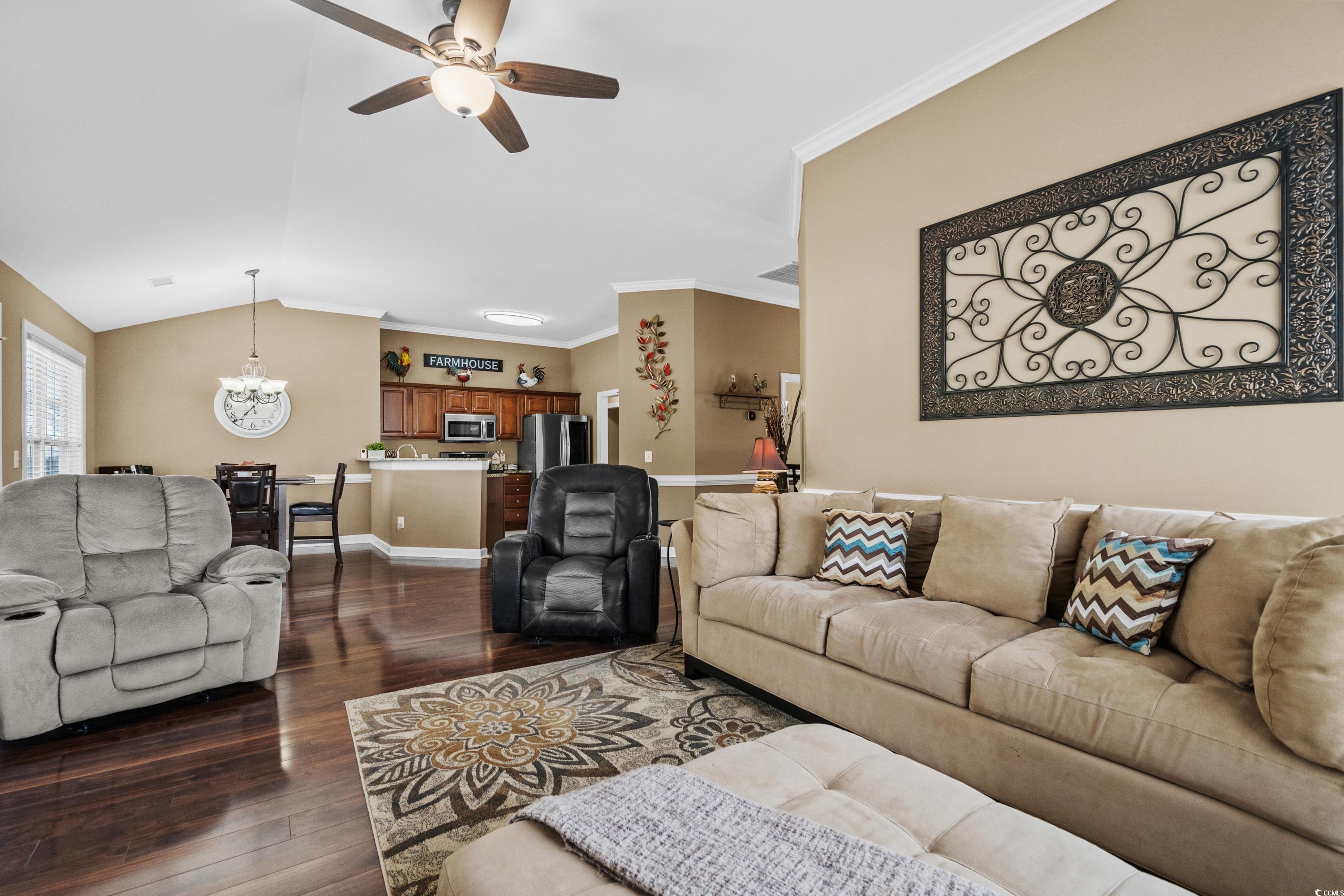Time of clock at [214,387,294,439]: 11:37
